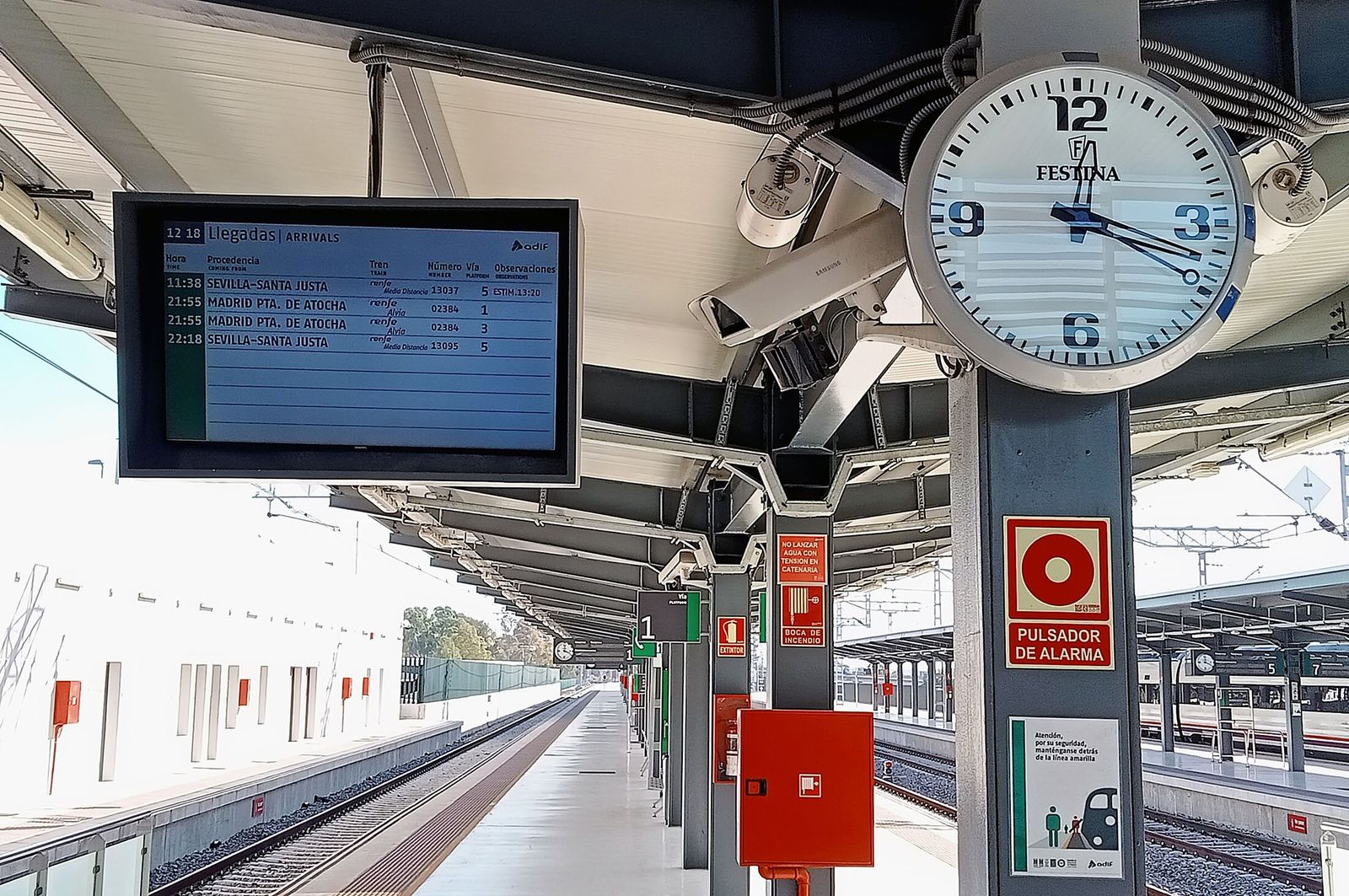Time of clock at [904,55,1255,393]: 12:18
